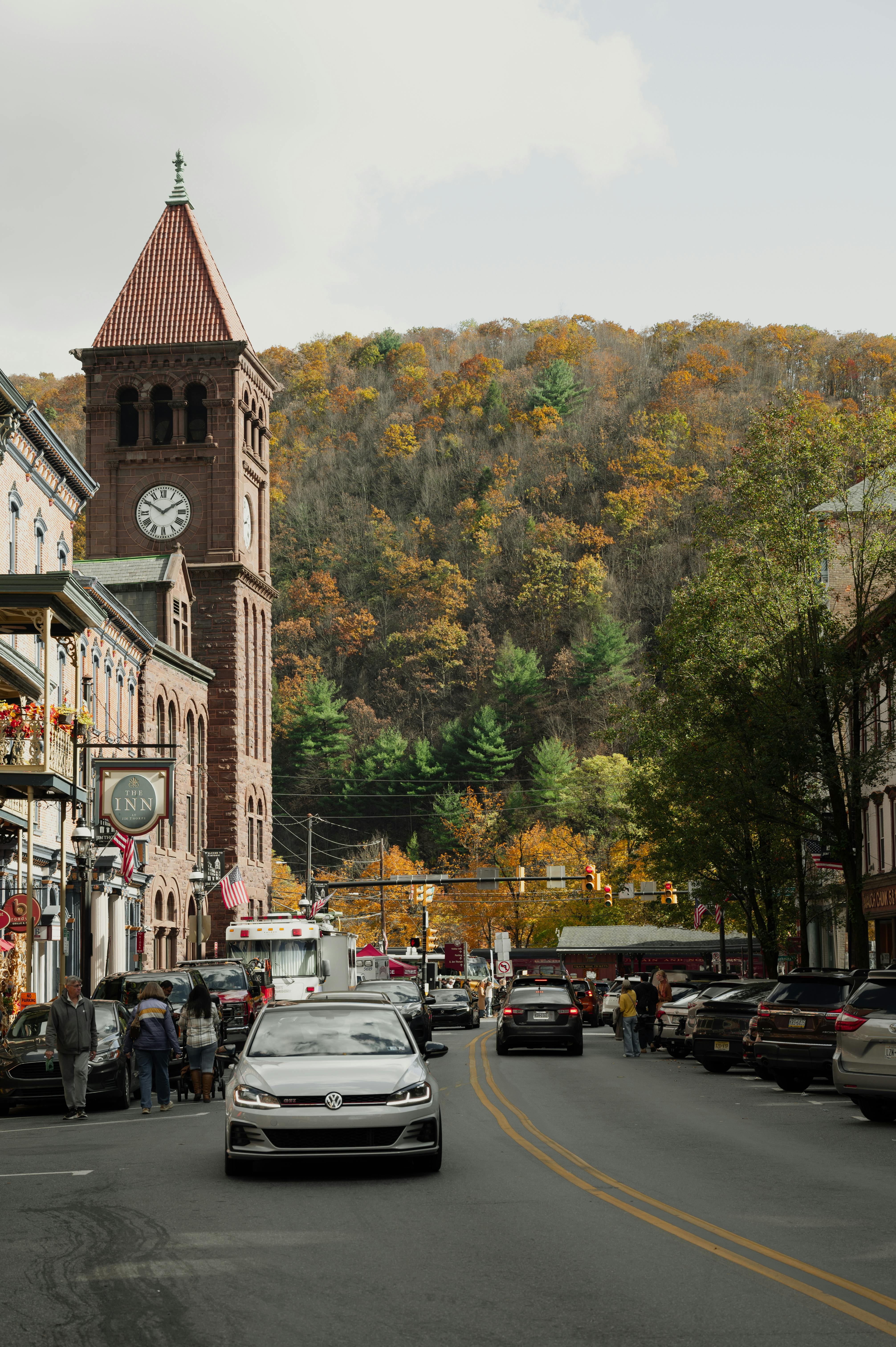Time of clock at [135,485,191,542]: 1:50
